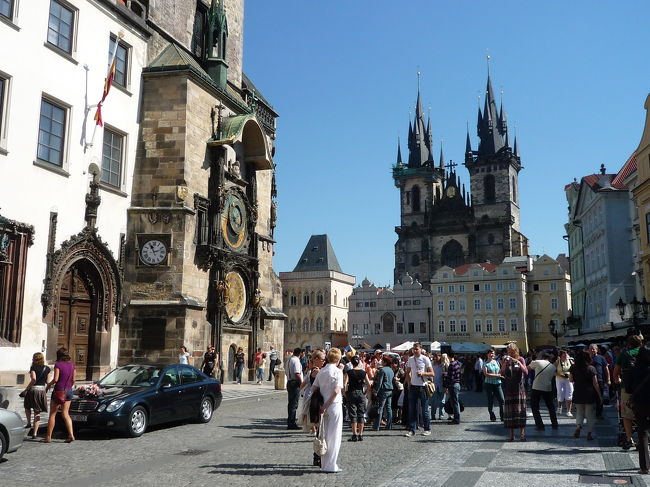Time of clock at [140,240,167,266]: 11:12
